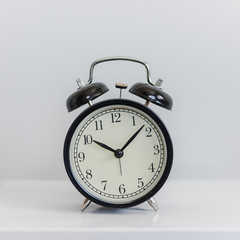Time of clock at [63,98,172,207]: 10:07
